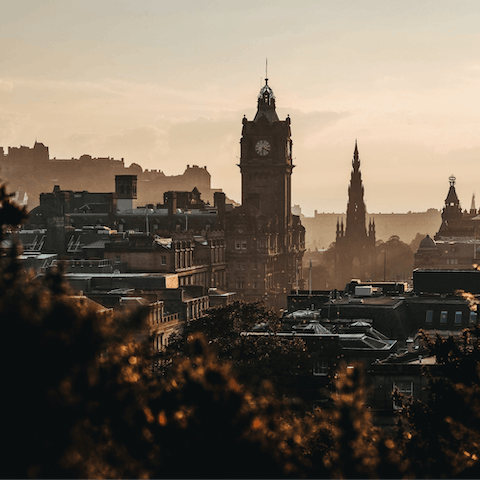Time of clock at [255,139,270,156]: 6:21
